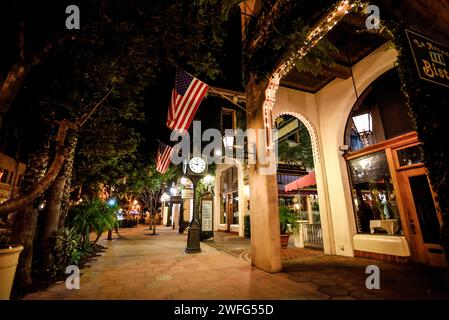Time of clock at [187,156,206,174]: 11:46
